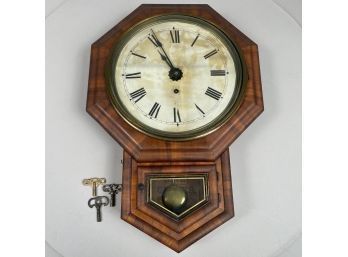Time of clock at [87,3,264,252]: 10:55
